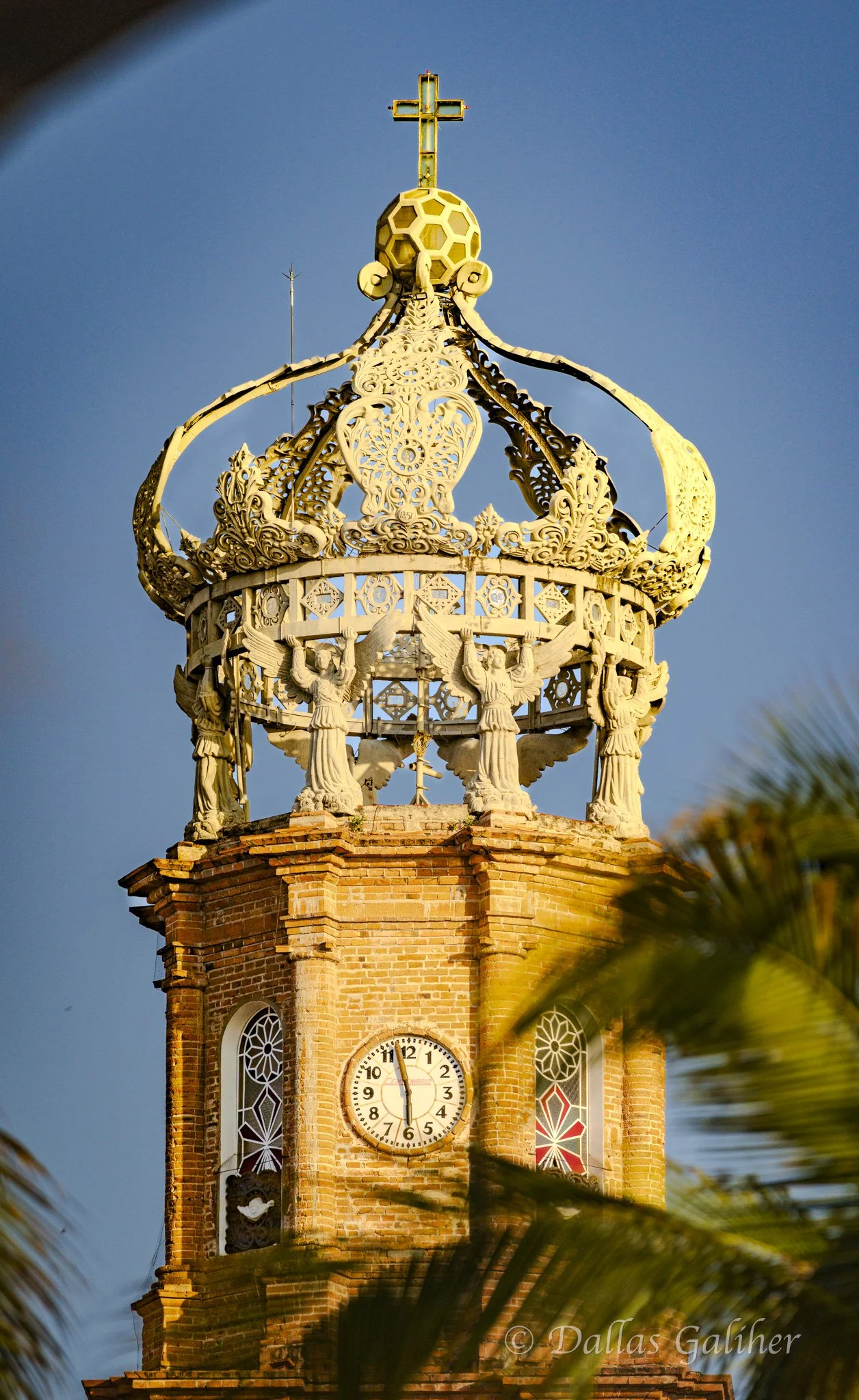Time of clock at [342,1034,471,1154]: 5:57
